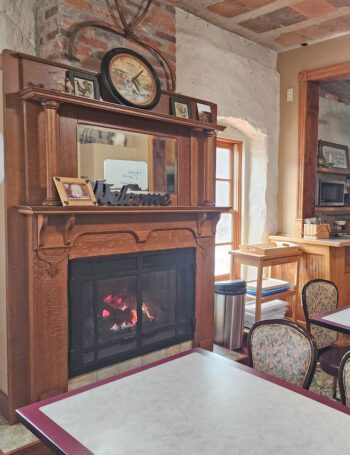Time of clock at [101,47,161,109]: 5:07
